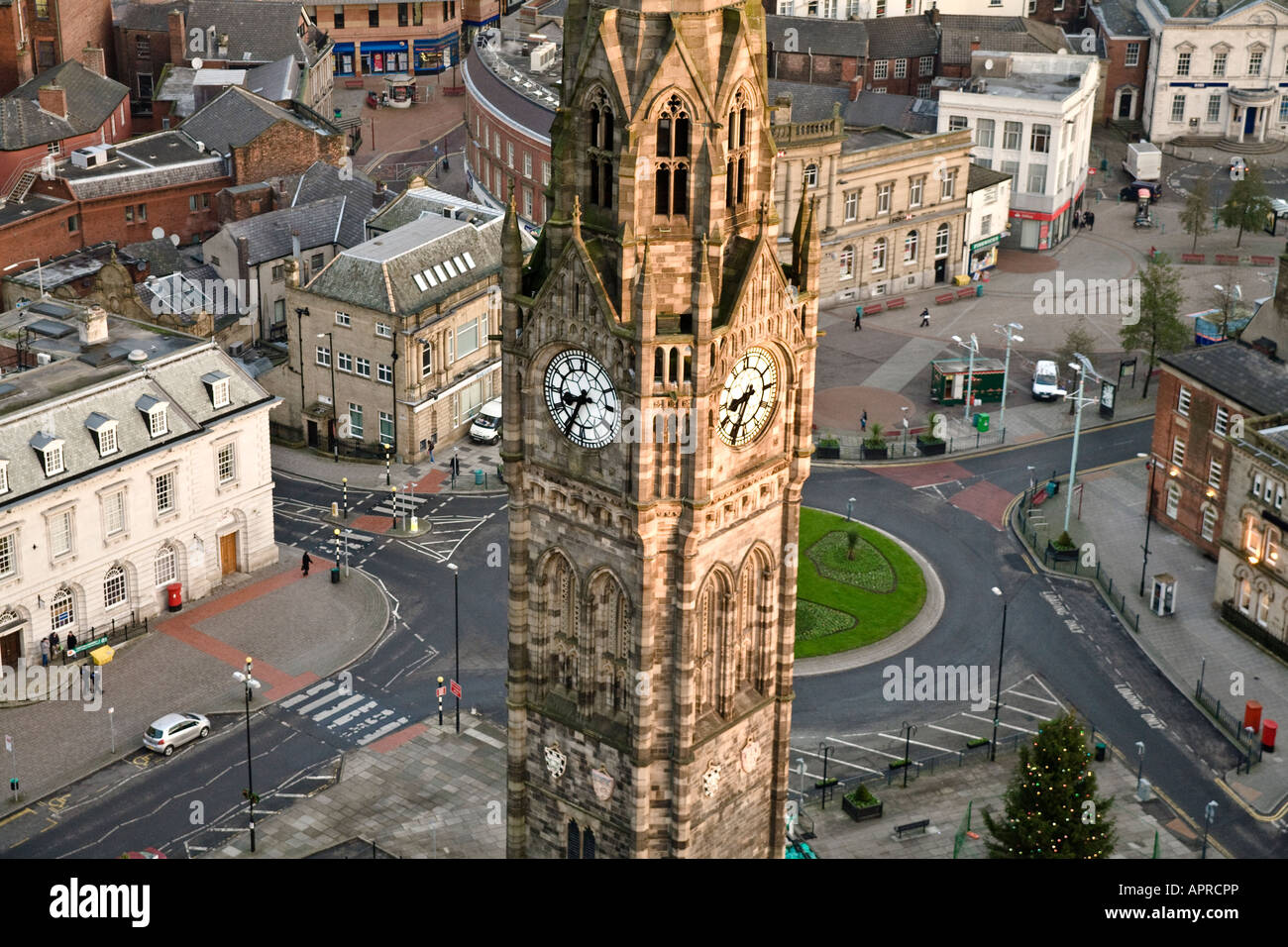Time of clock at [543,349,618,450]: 8:34
